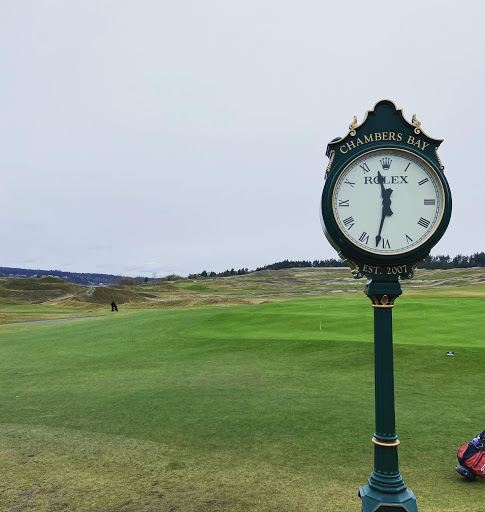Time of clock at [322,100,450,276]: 11:32
